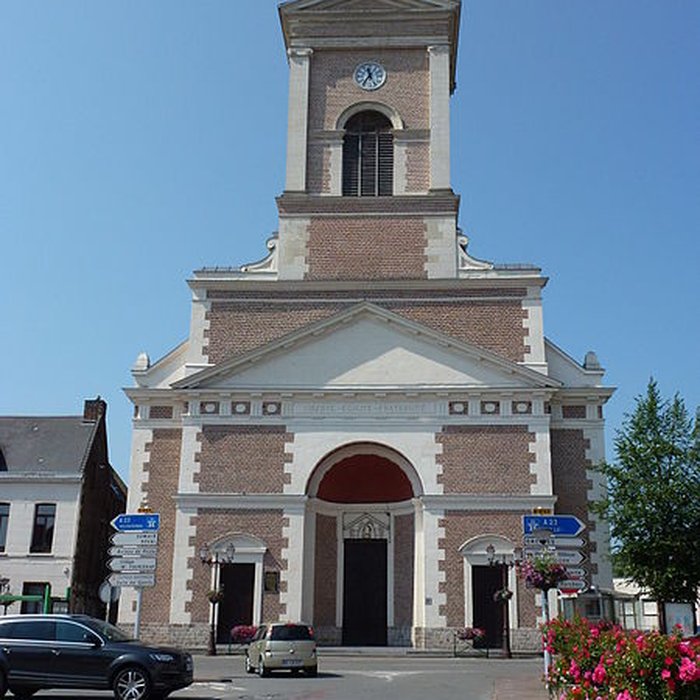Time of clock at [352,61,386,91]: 11:36
